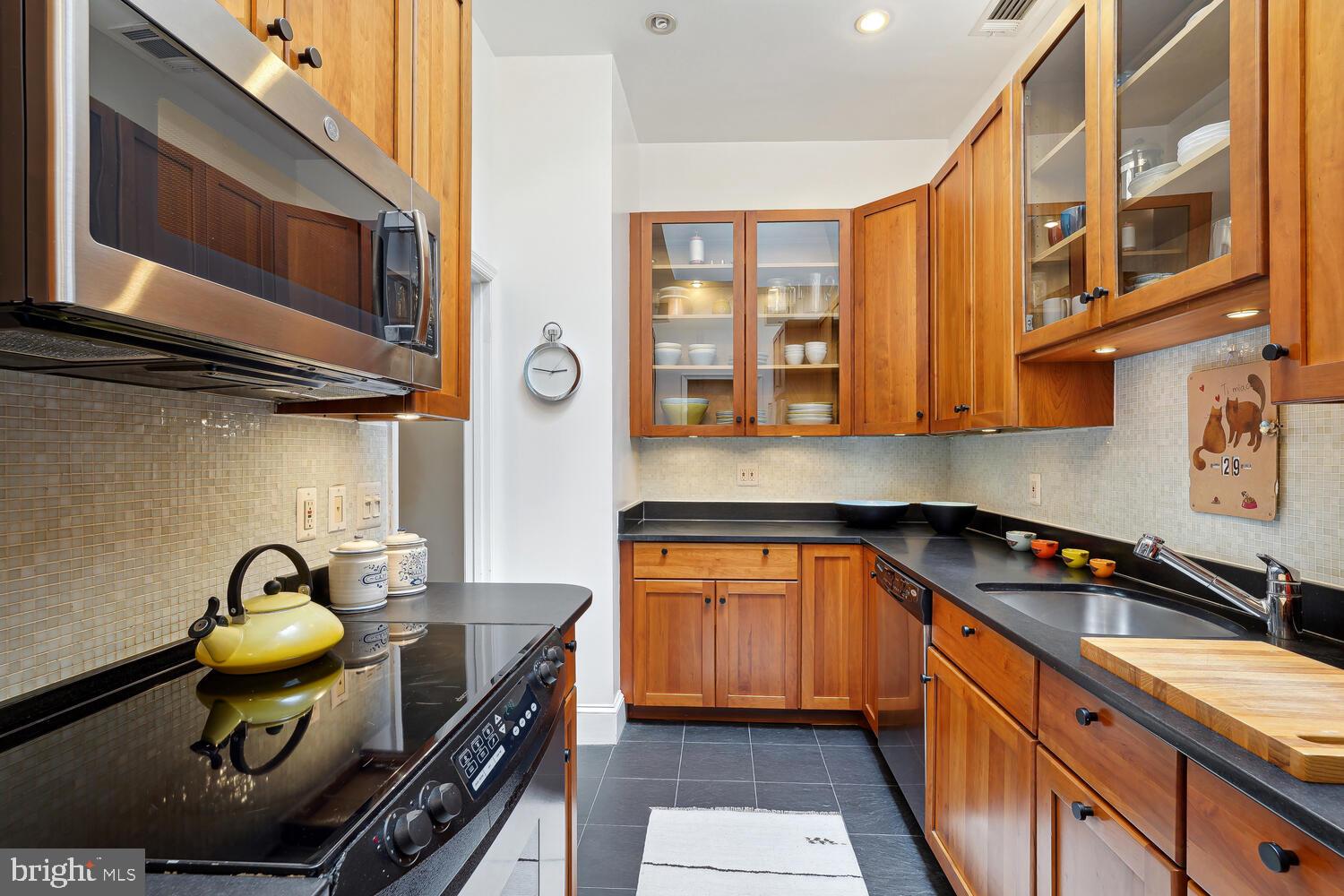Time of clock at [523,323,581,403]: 2:46
